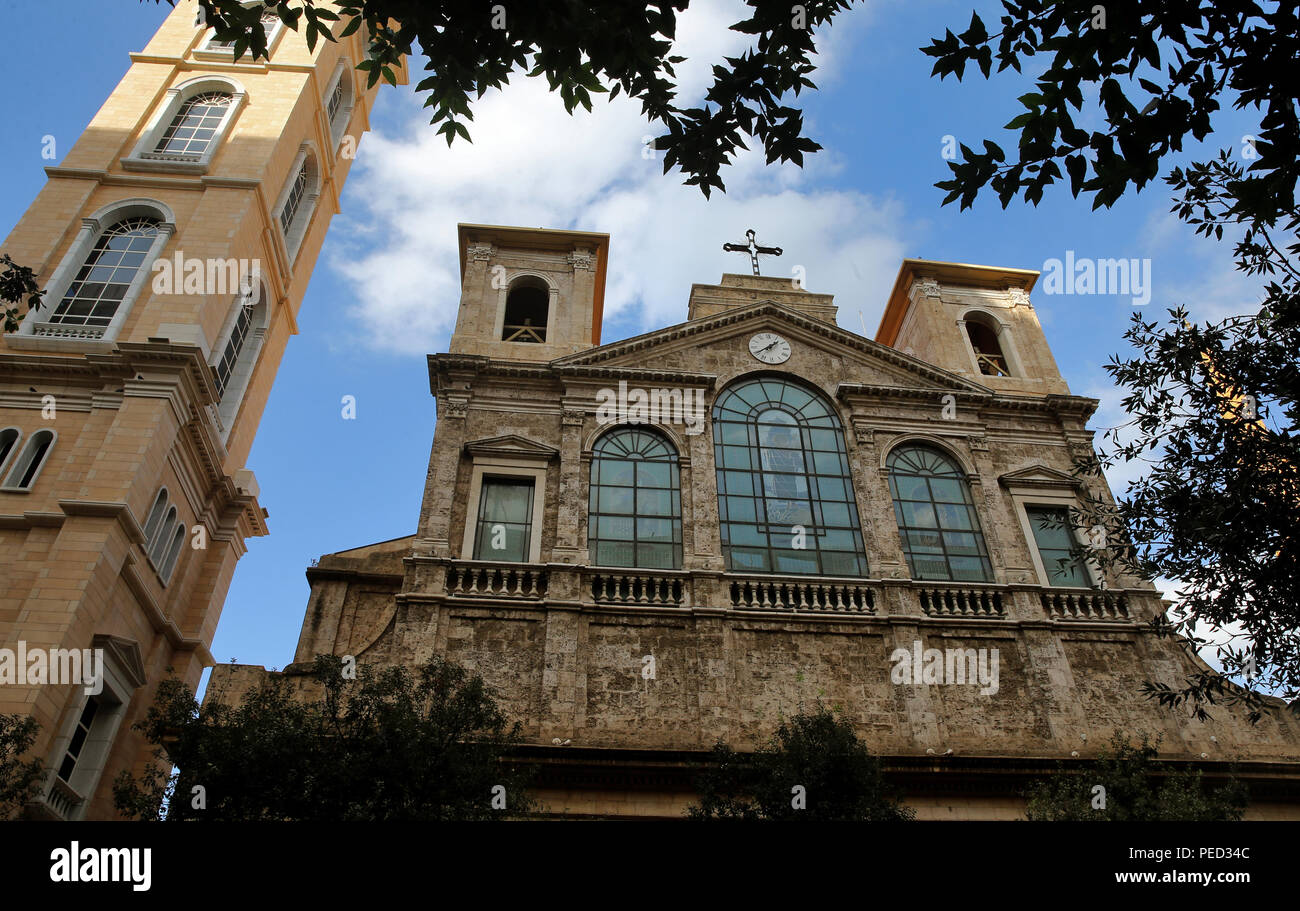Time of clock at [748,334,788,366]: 1:39
